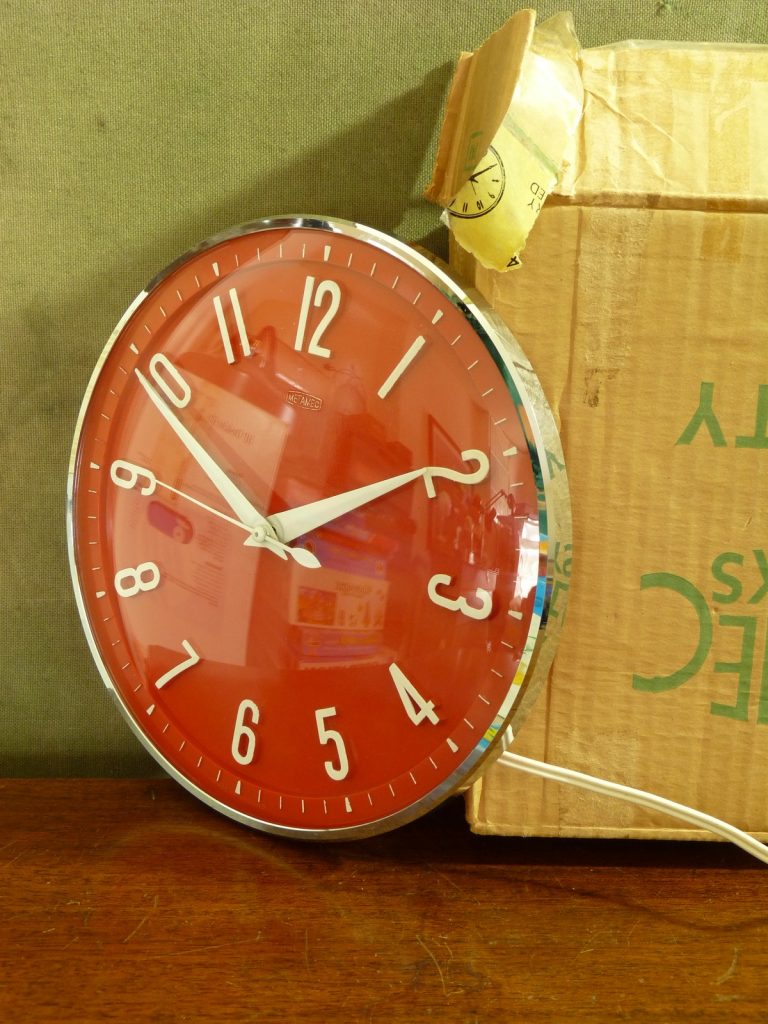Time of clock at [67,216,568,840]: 1:49
